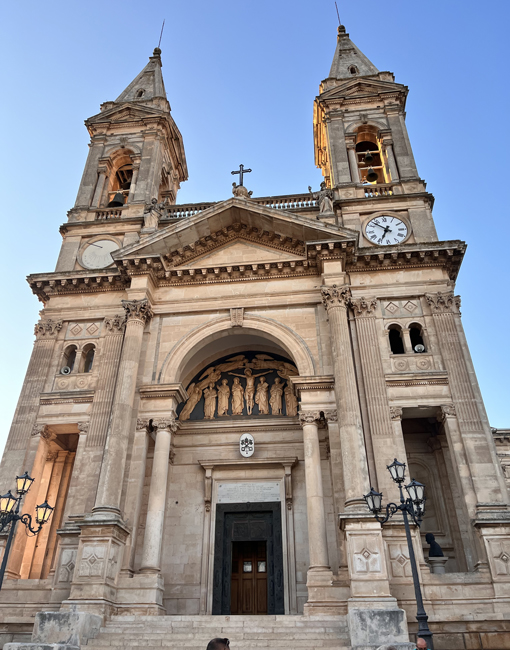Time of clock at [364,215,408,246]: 6:52
